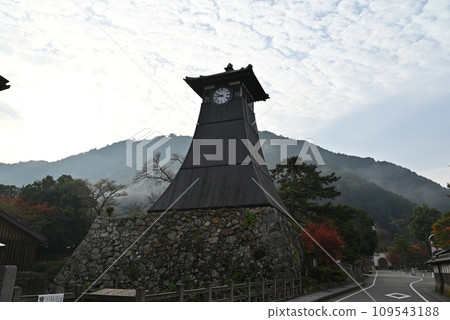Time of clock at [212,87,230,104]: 8:49
